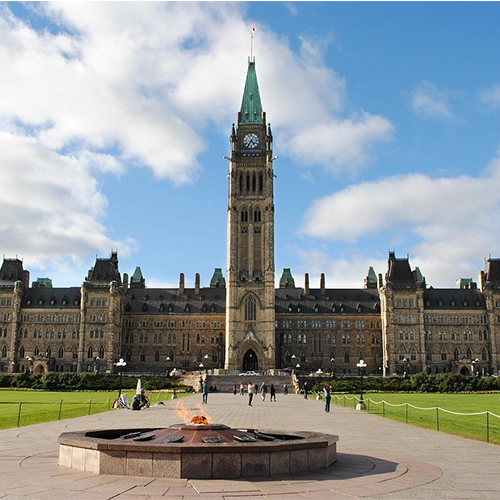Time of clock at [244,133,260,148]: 4:35
